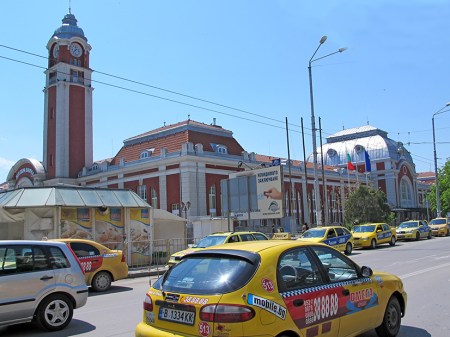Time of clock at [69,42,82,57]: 11:37
